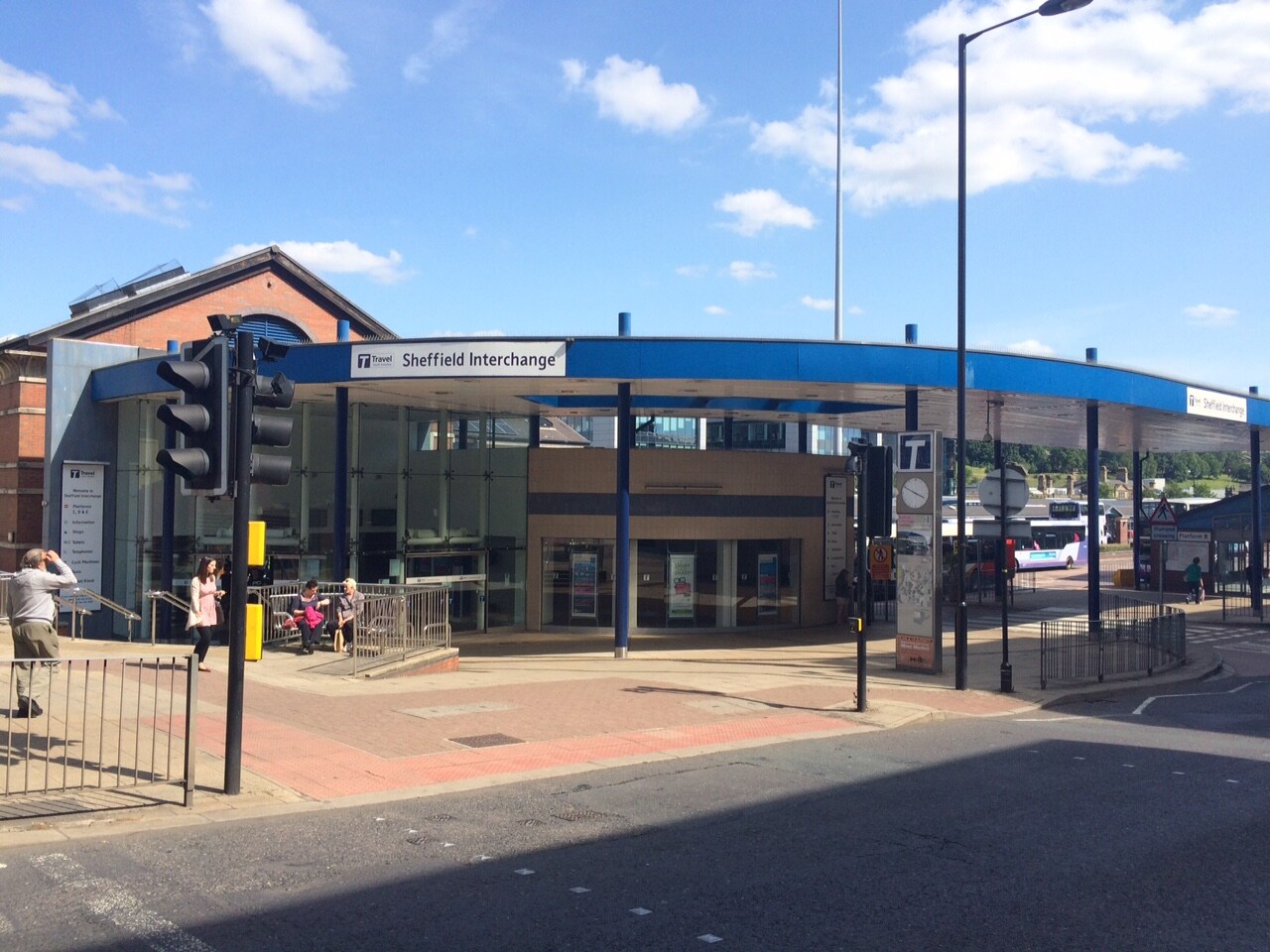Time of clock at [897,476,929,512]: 3:49
